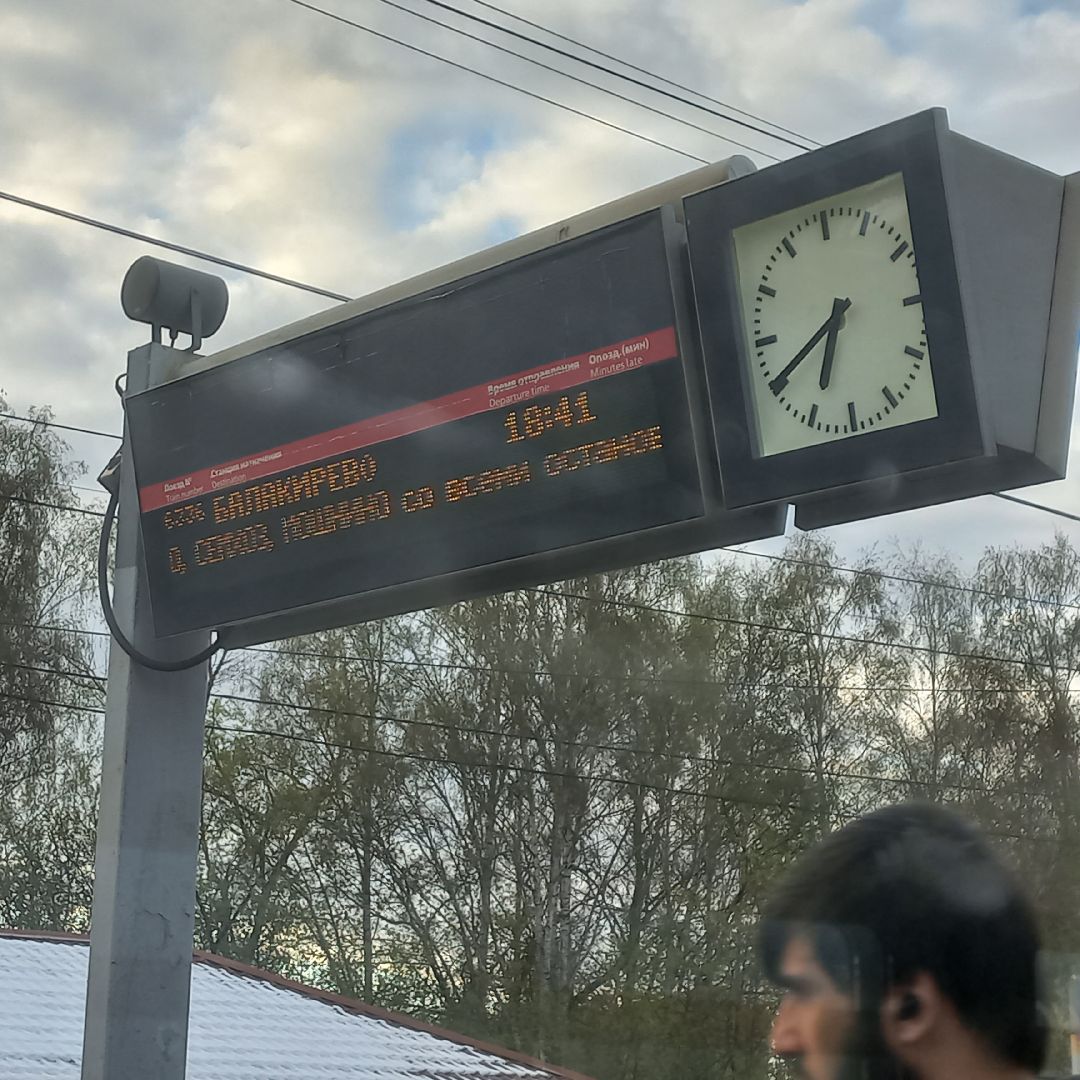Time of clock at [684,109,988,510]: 6:40
